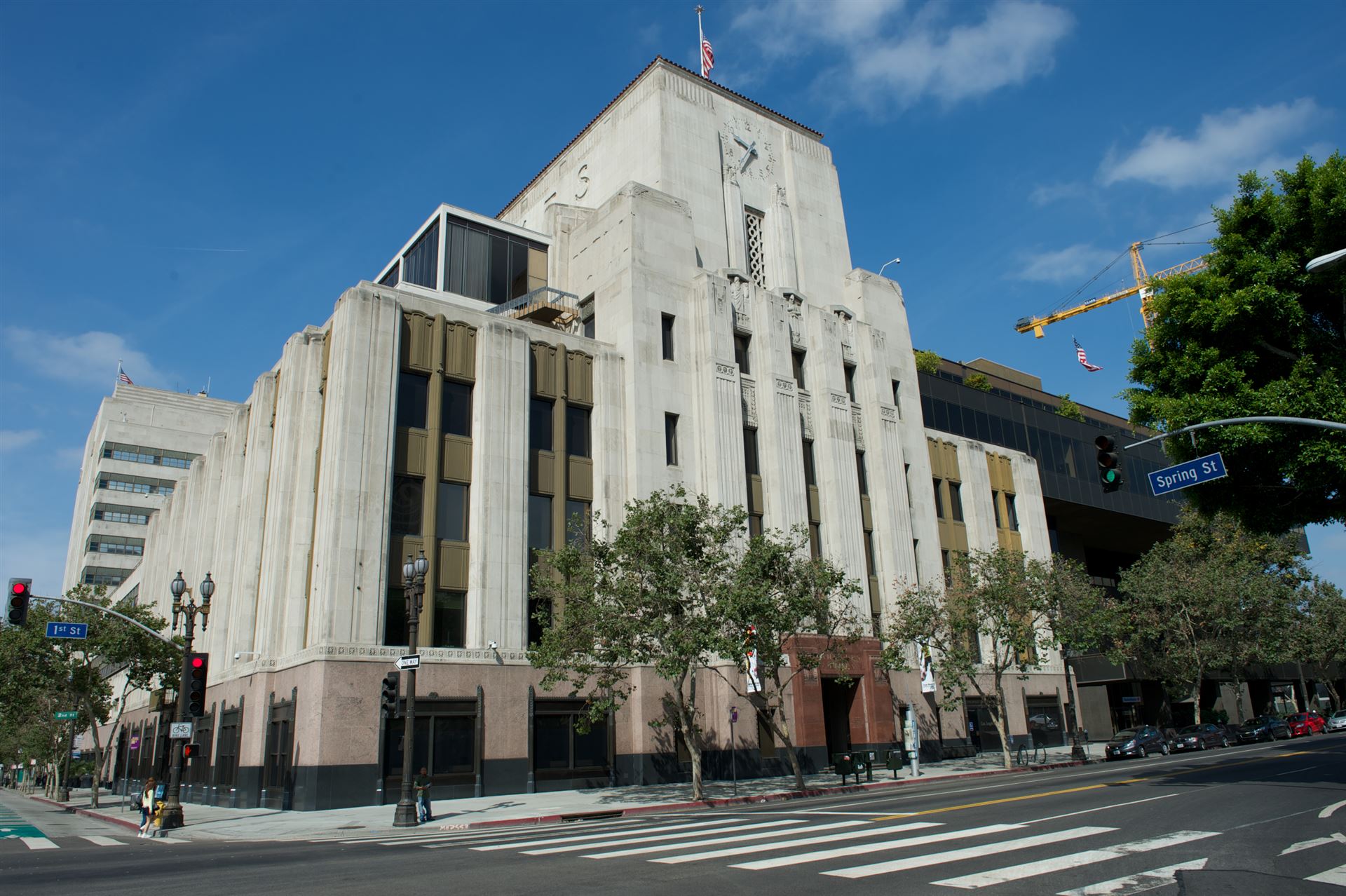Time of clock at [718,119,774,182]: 9:36
